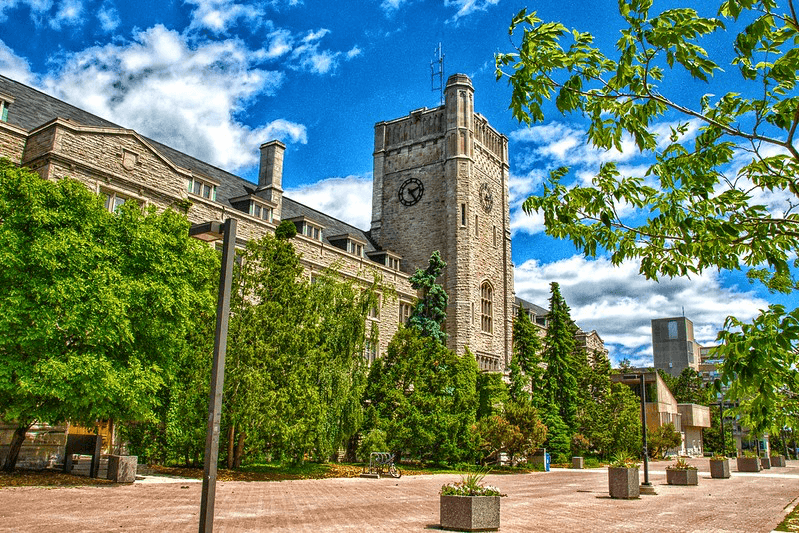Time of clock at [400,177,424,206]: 2:23
